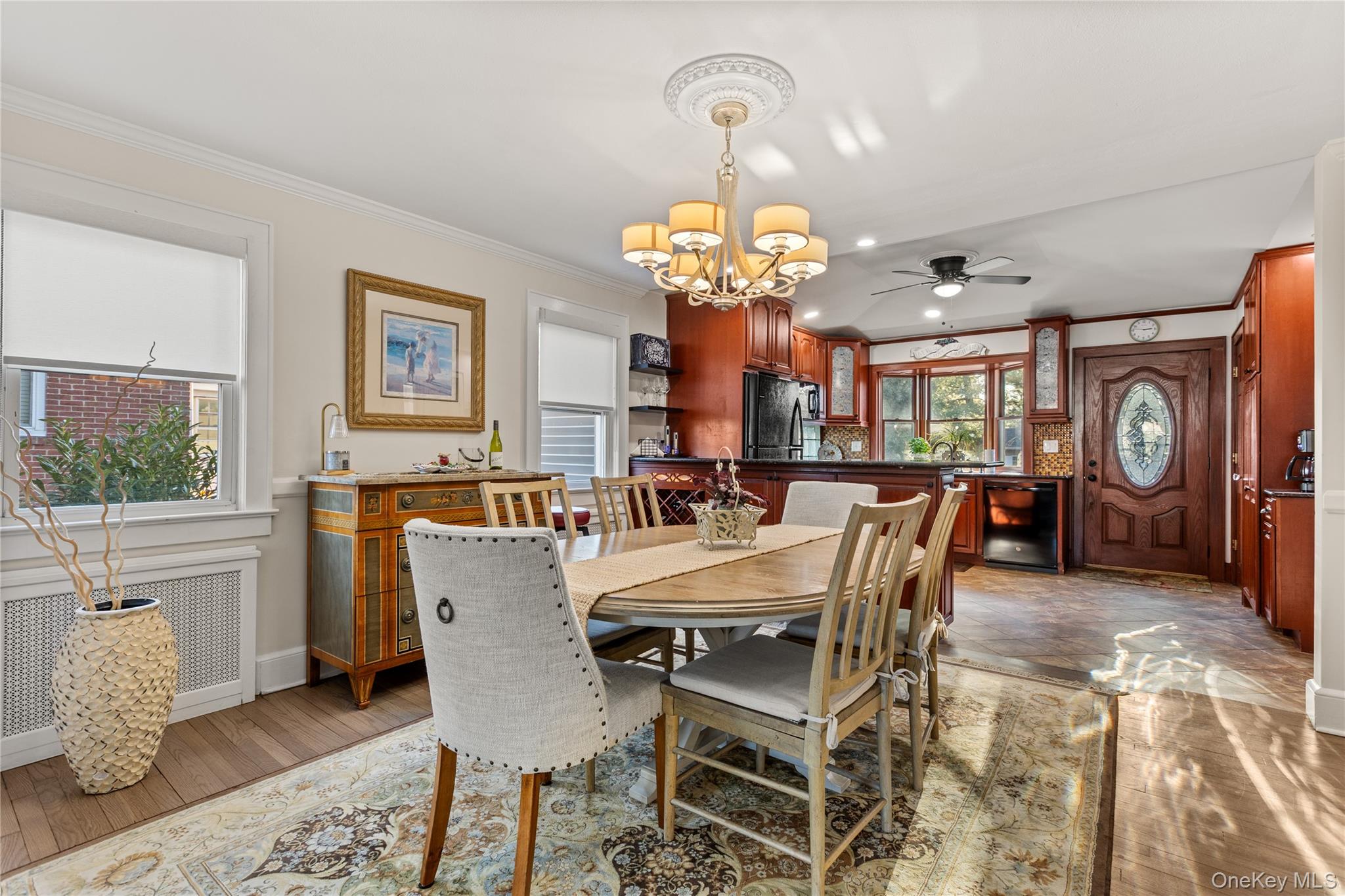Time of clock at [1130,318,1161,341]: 2:46
